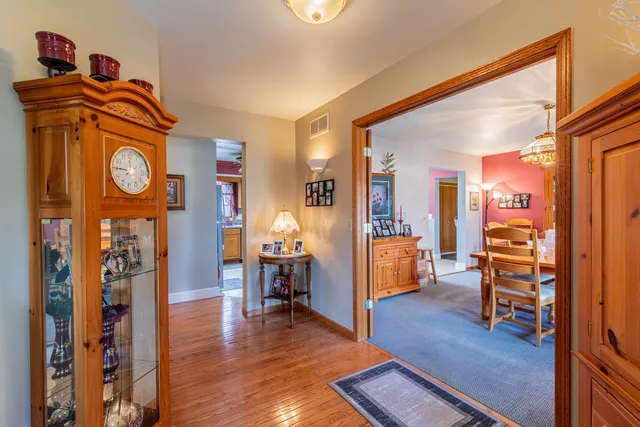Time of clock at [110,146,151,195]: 11:45
